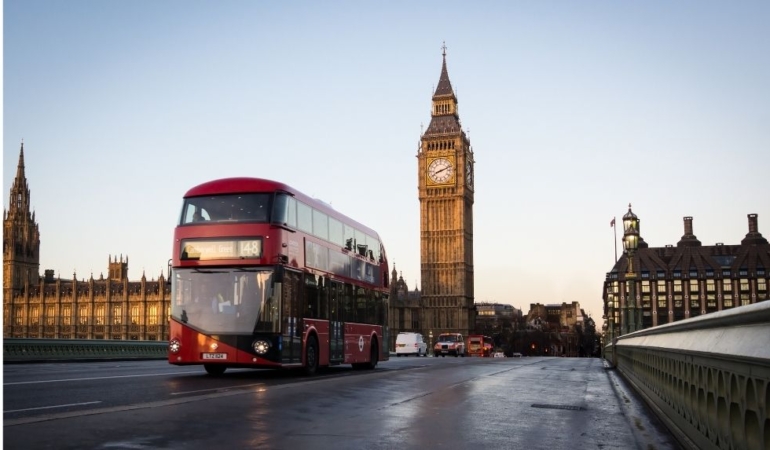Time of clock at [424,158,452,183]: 8:11
